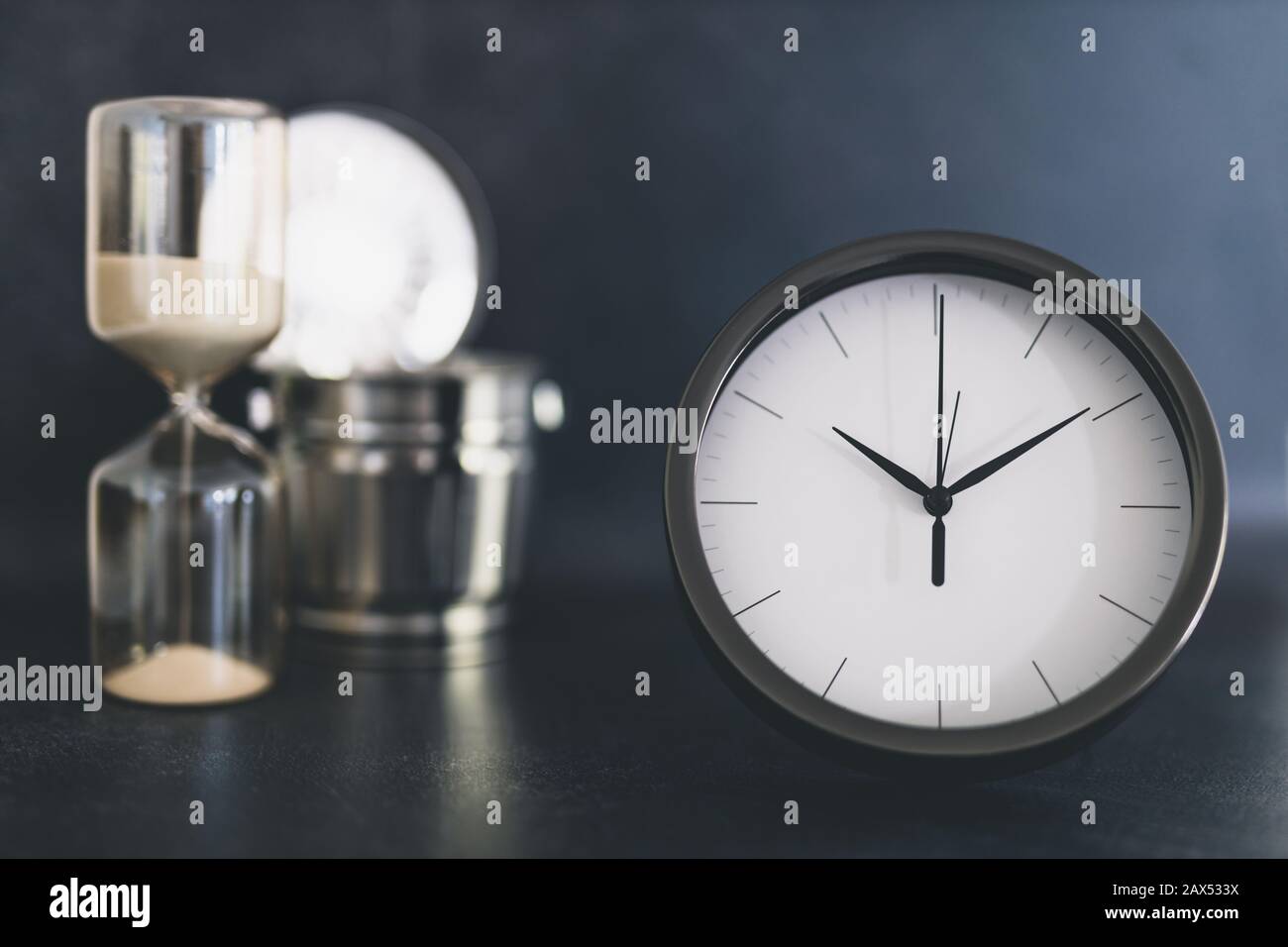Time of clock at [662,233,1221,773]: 10:09
